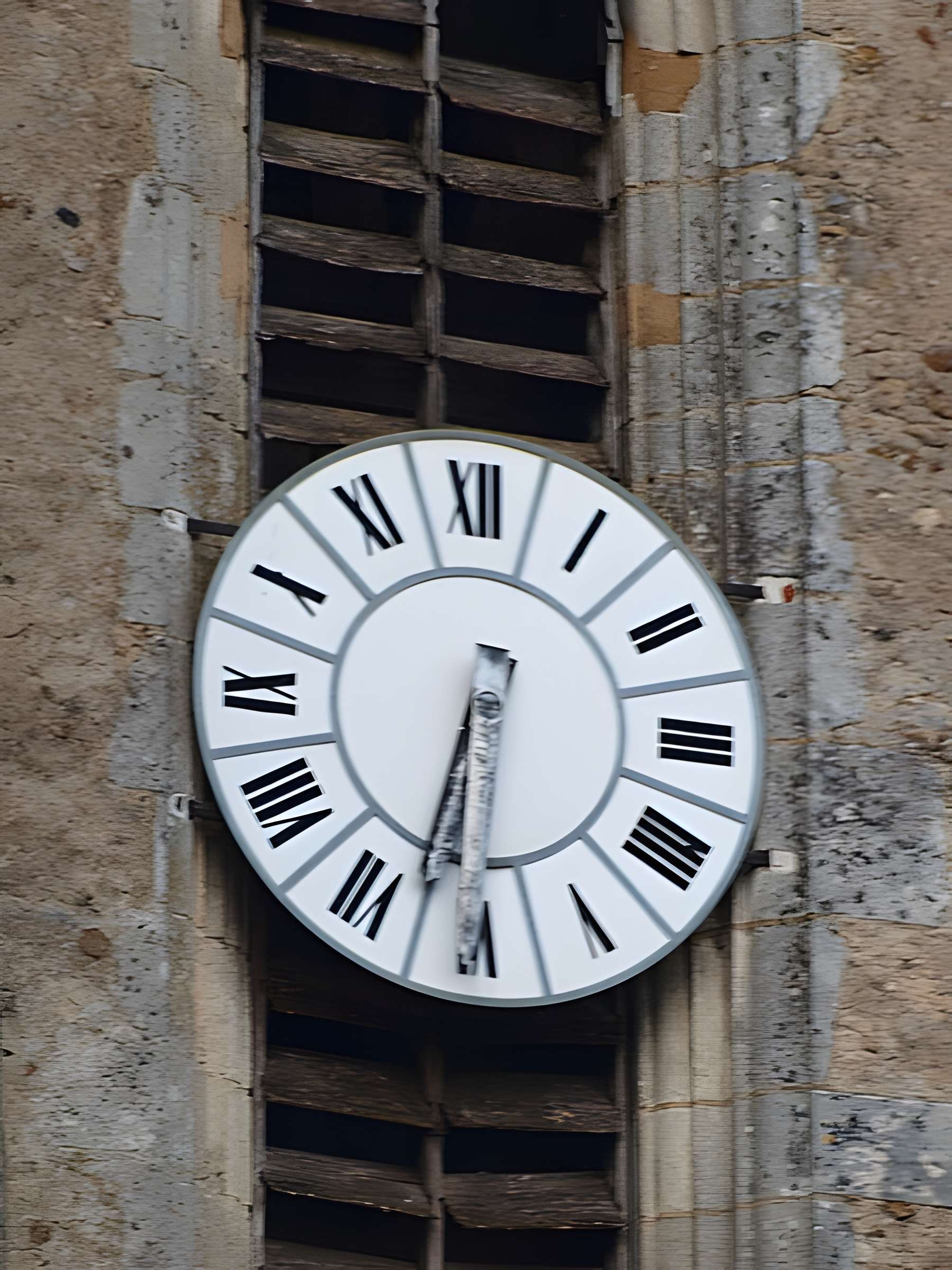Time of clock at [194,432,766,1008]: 6:32
